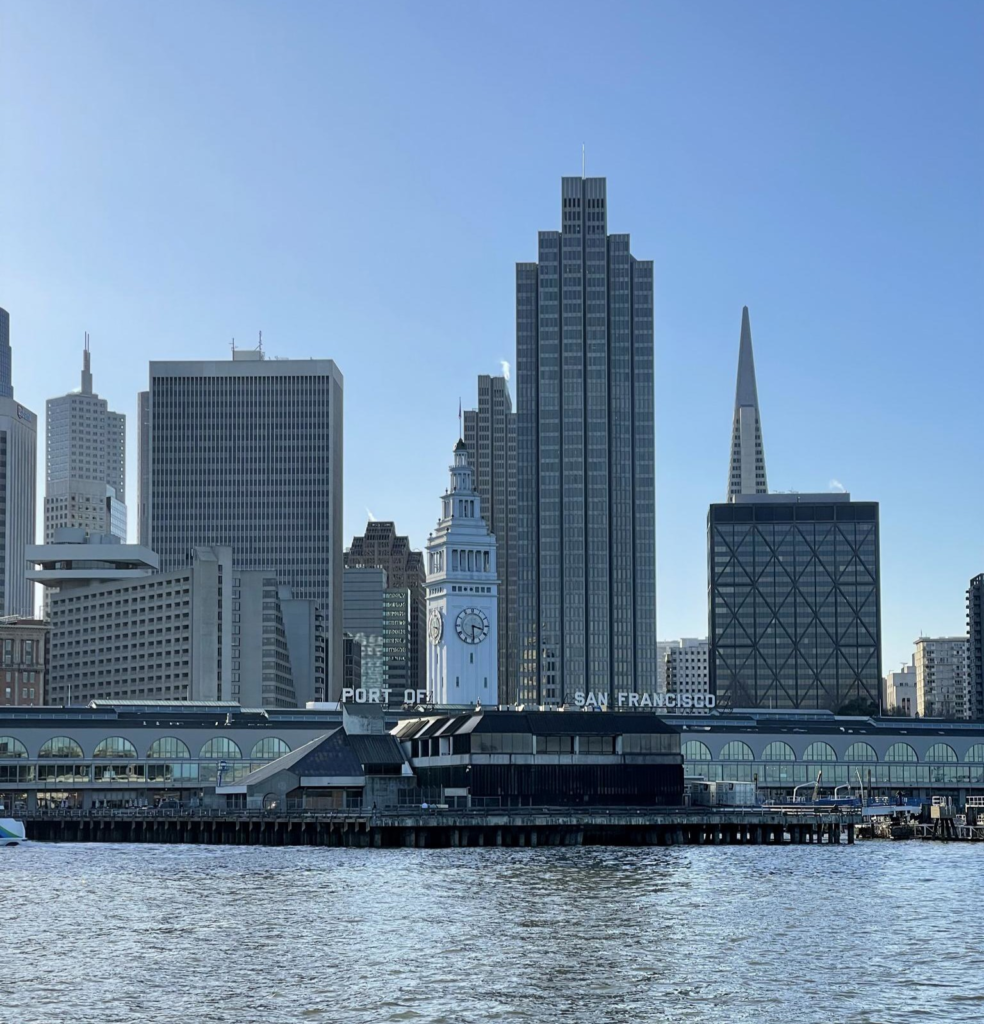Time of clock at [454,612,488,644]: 3:29
